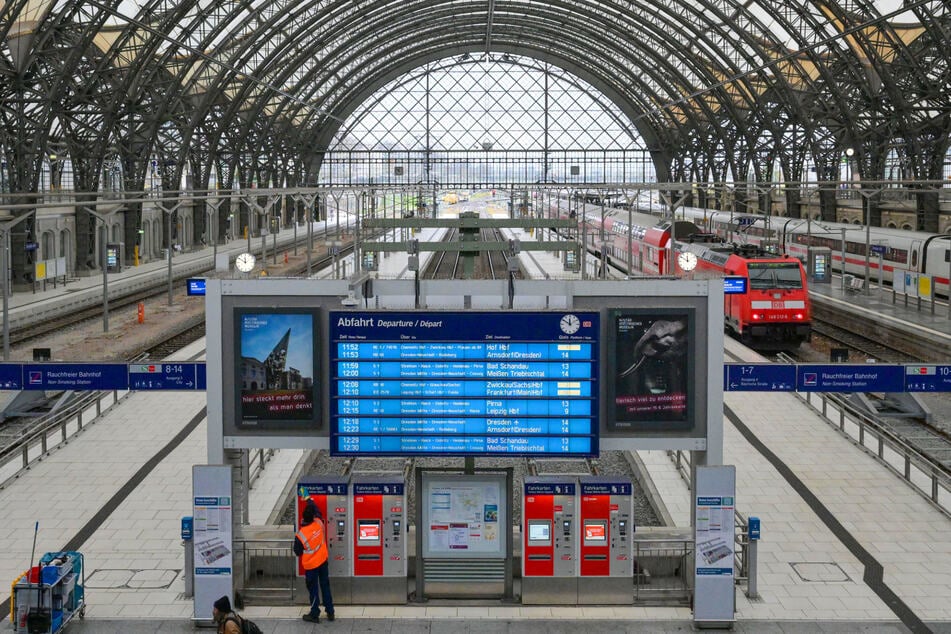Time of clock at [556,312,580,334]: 11:50
